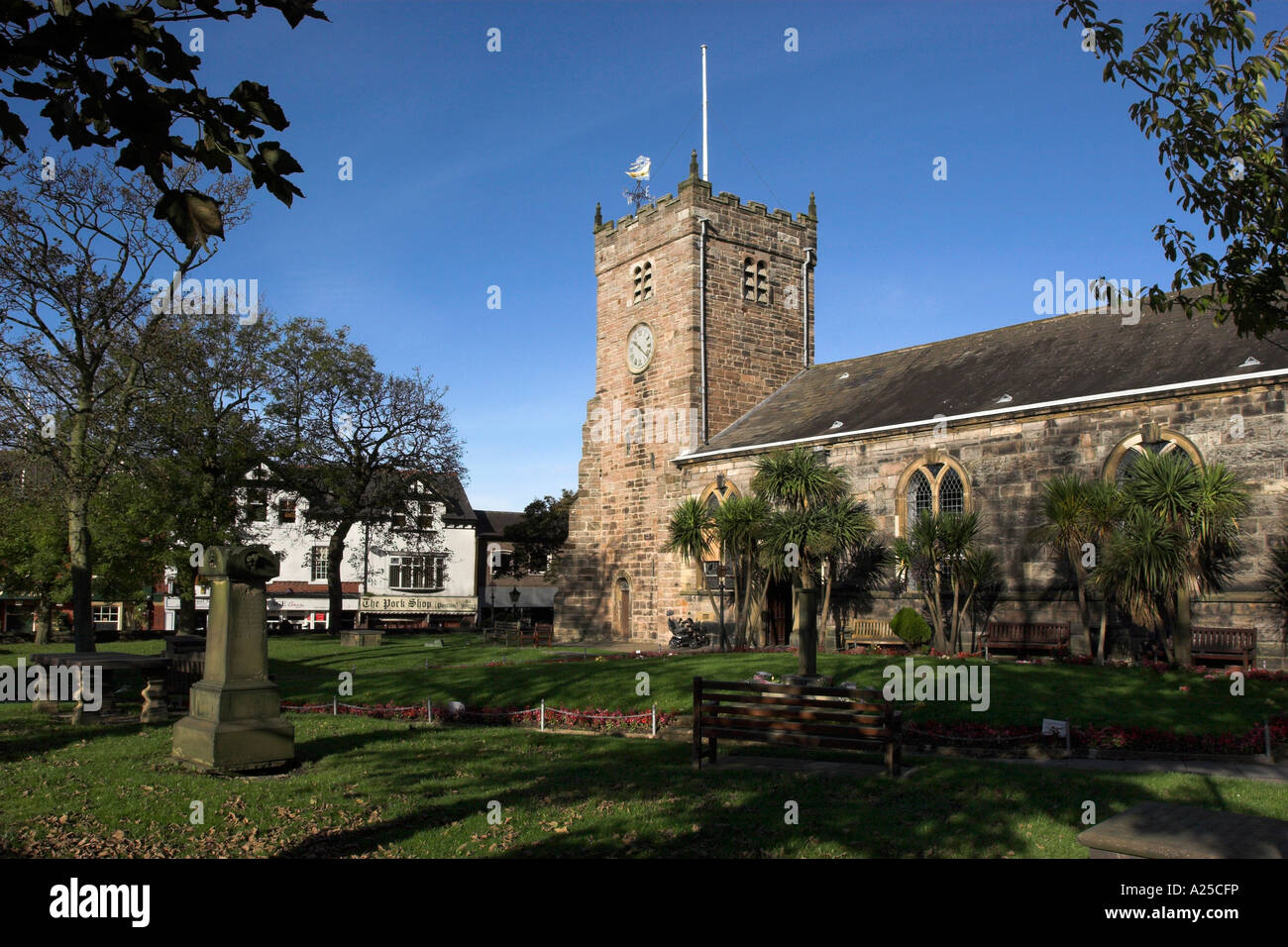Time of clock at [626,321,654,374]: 10:21
